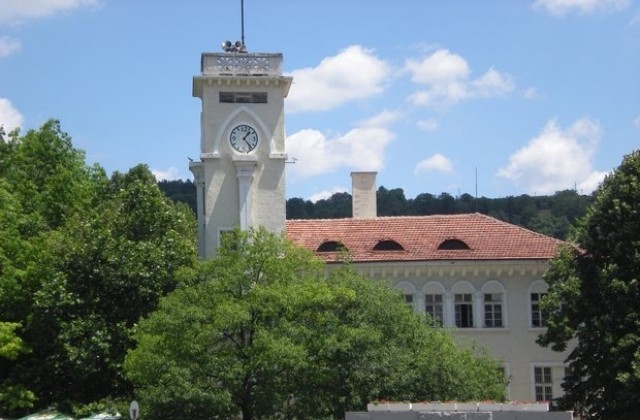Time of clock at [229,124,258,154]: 1:23
